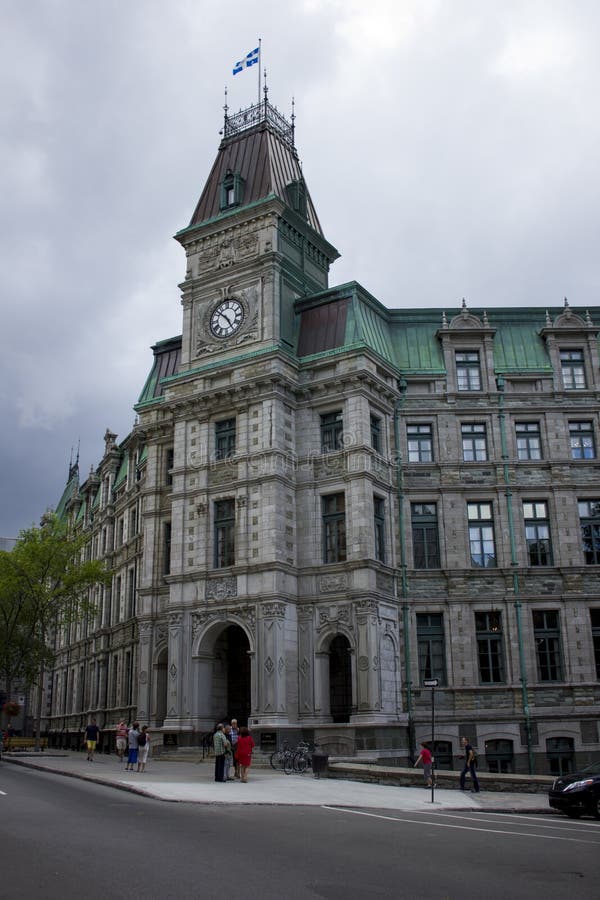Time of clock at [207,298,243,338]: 4:52
